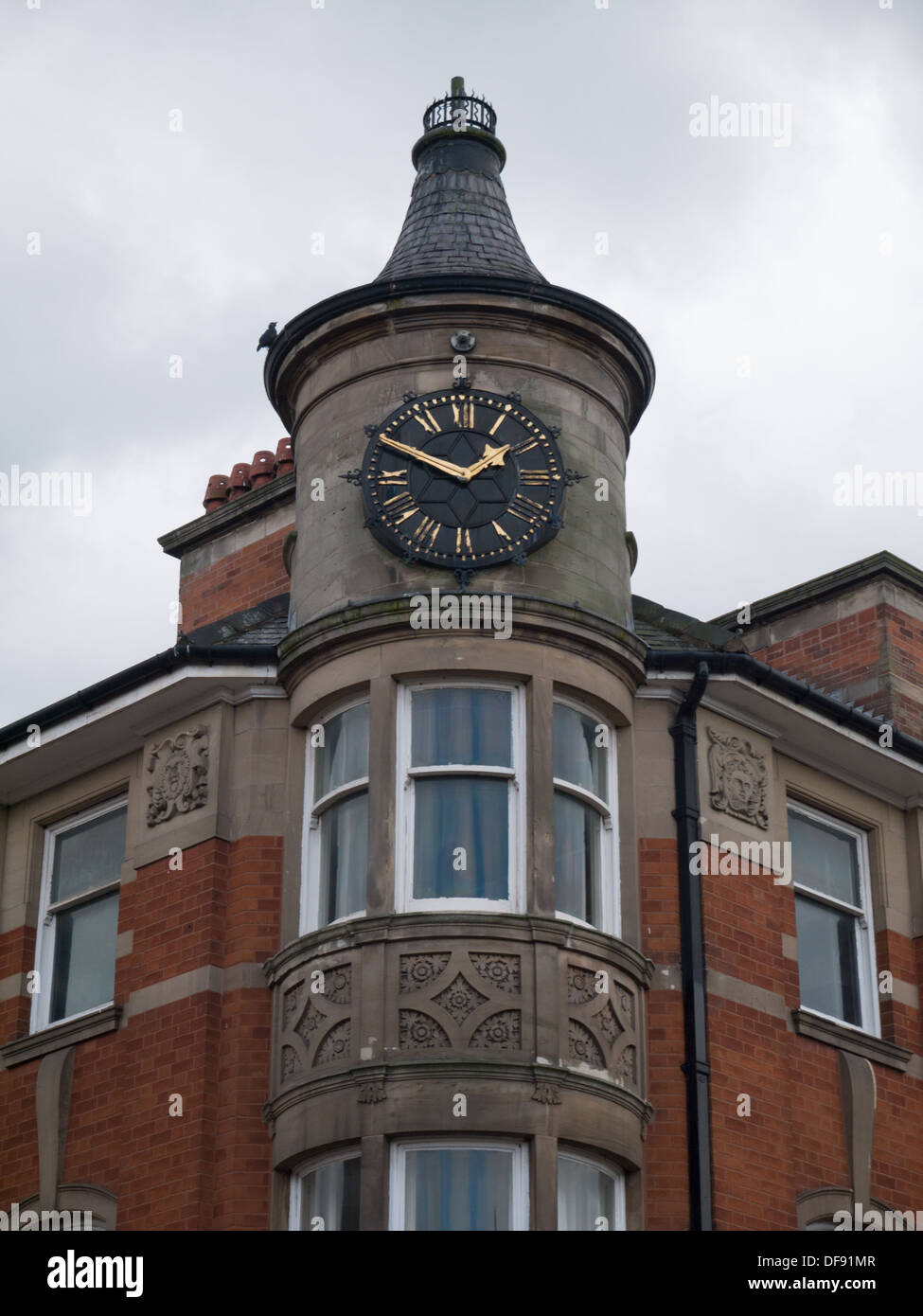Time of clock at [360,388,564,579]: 1:49
